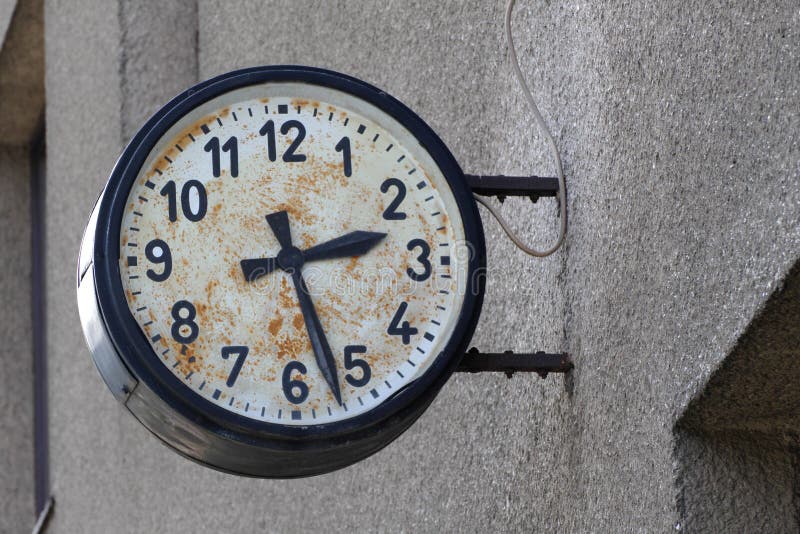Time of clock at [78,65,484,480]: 2:26
